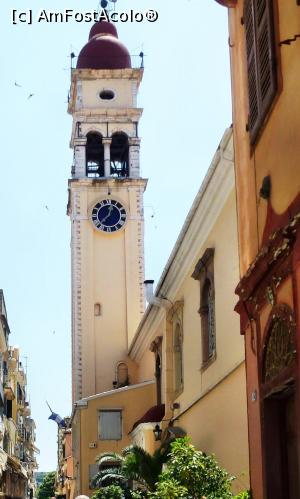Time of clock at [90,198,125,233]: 12:37
